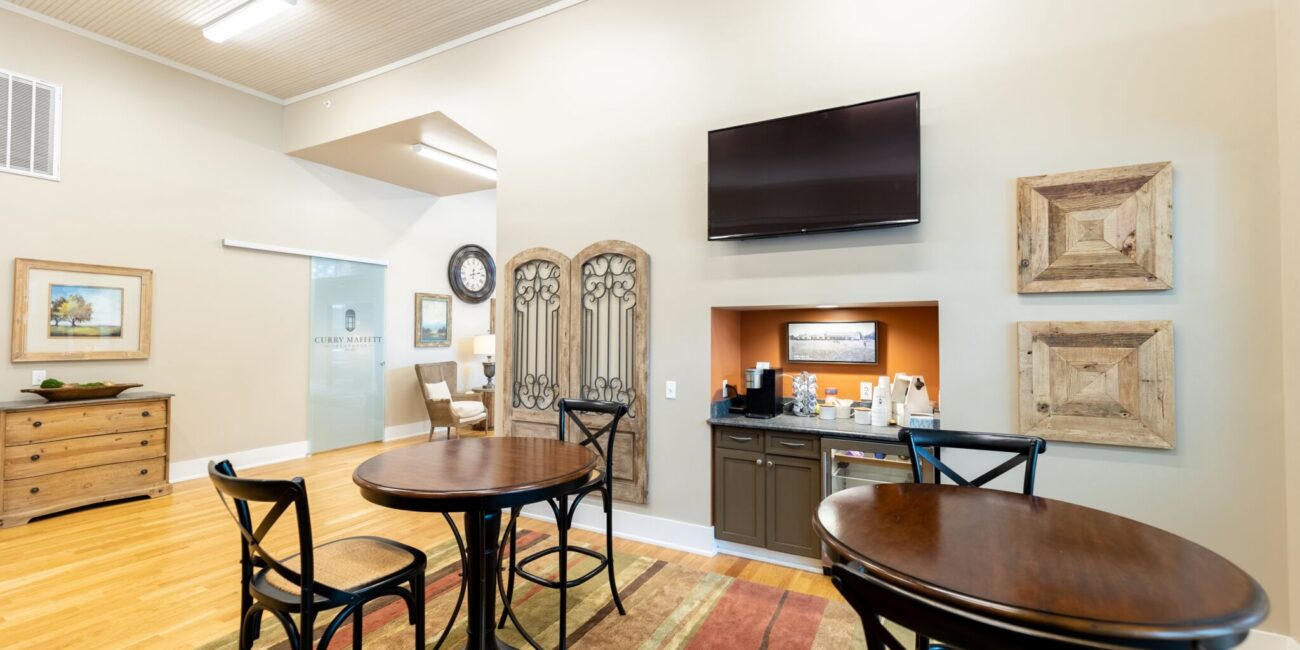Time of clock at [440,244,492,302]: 12:12
